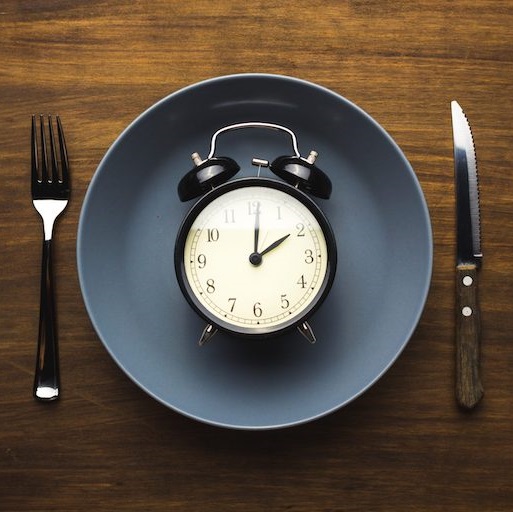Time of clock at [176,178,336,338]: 2:00
